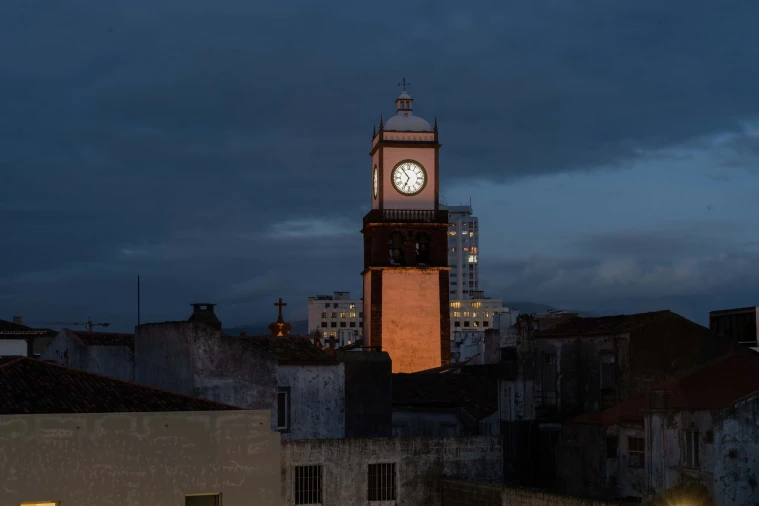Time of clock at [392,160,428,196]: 6:53
